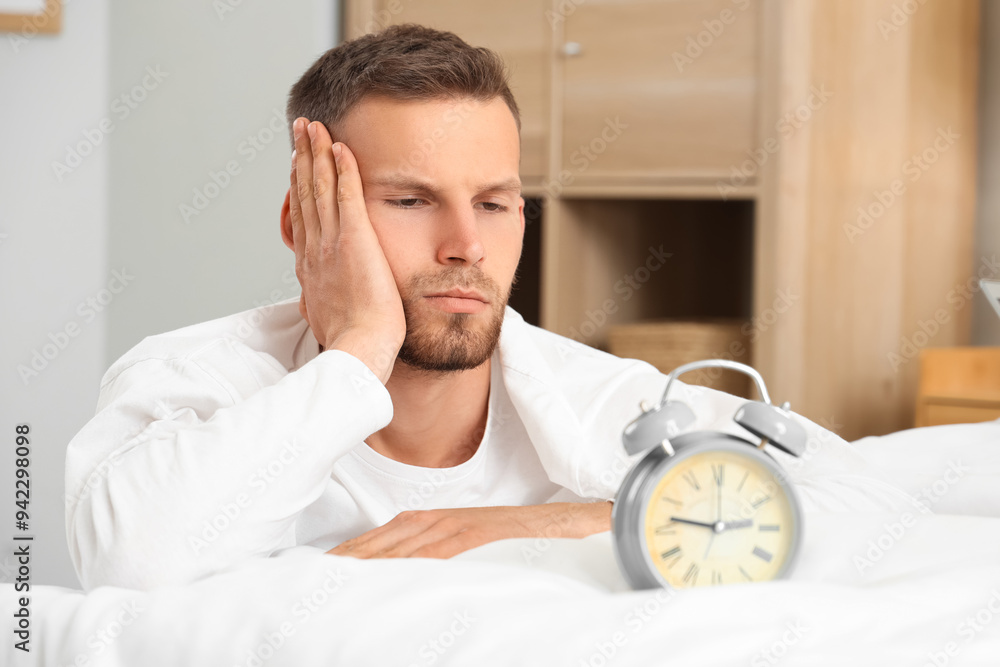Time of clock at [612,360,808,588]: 2:47
